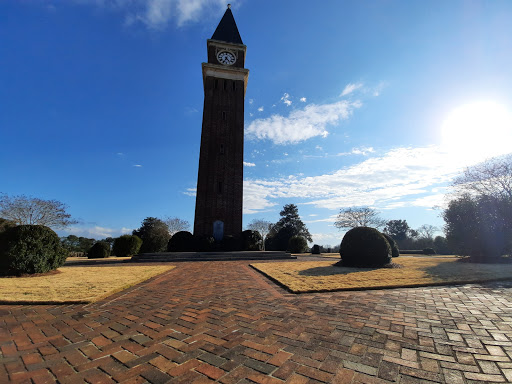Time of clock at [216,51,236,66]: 4:34
